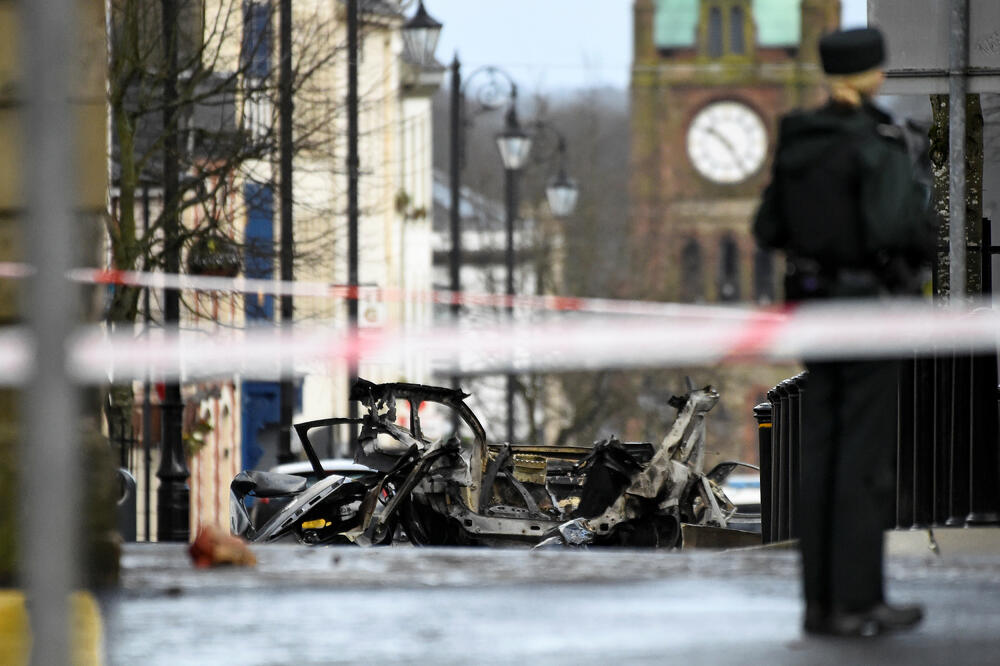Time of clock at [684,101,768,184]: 10:24
